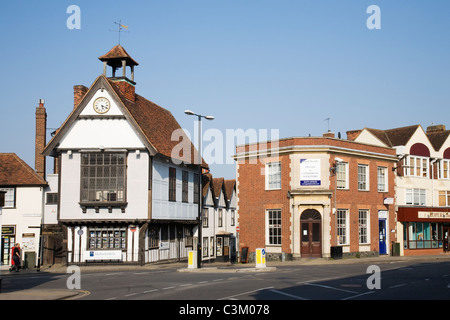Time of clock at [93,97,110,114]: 5:18
